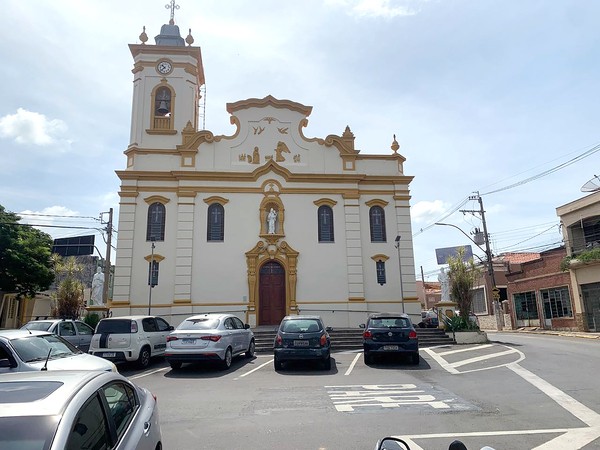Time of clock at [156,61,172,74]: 10:38
